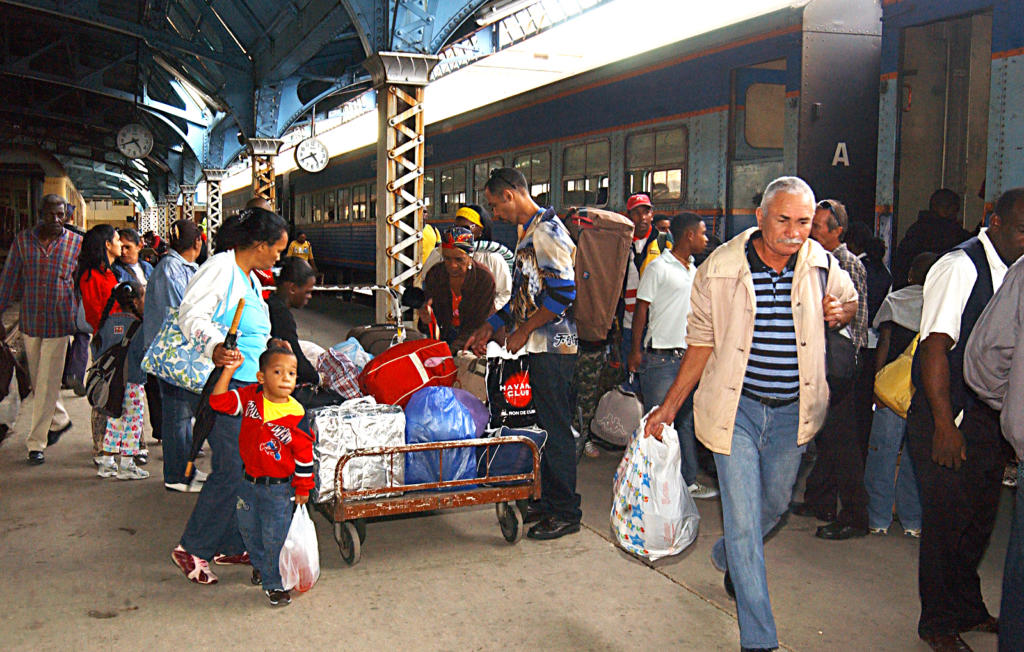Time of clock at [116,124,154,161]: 4:42
